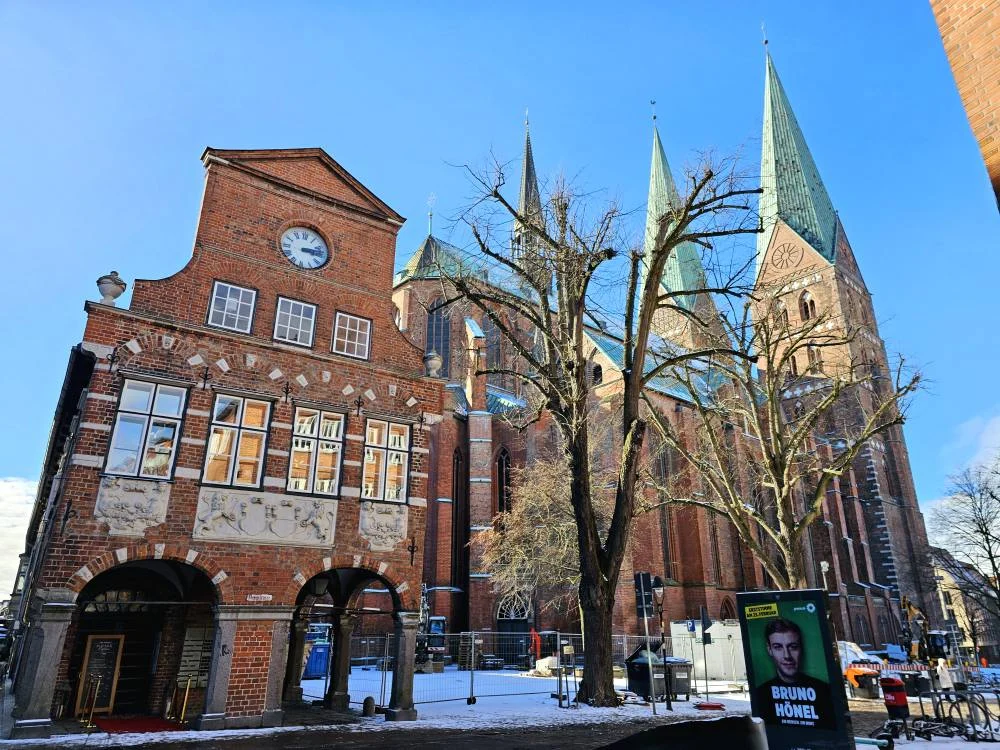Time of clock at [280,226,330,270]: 3:13
